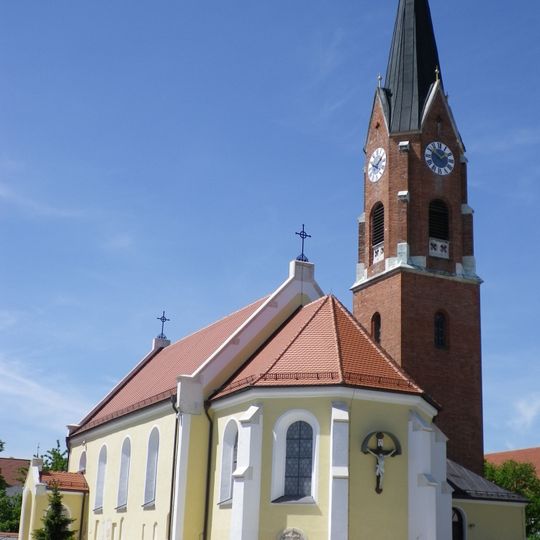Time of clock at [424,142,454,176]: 1:50
